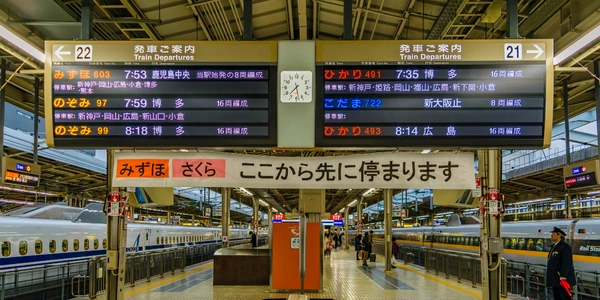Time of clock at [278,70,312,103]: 7:28
